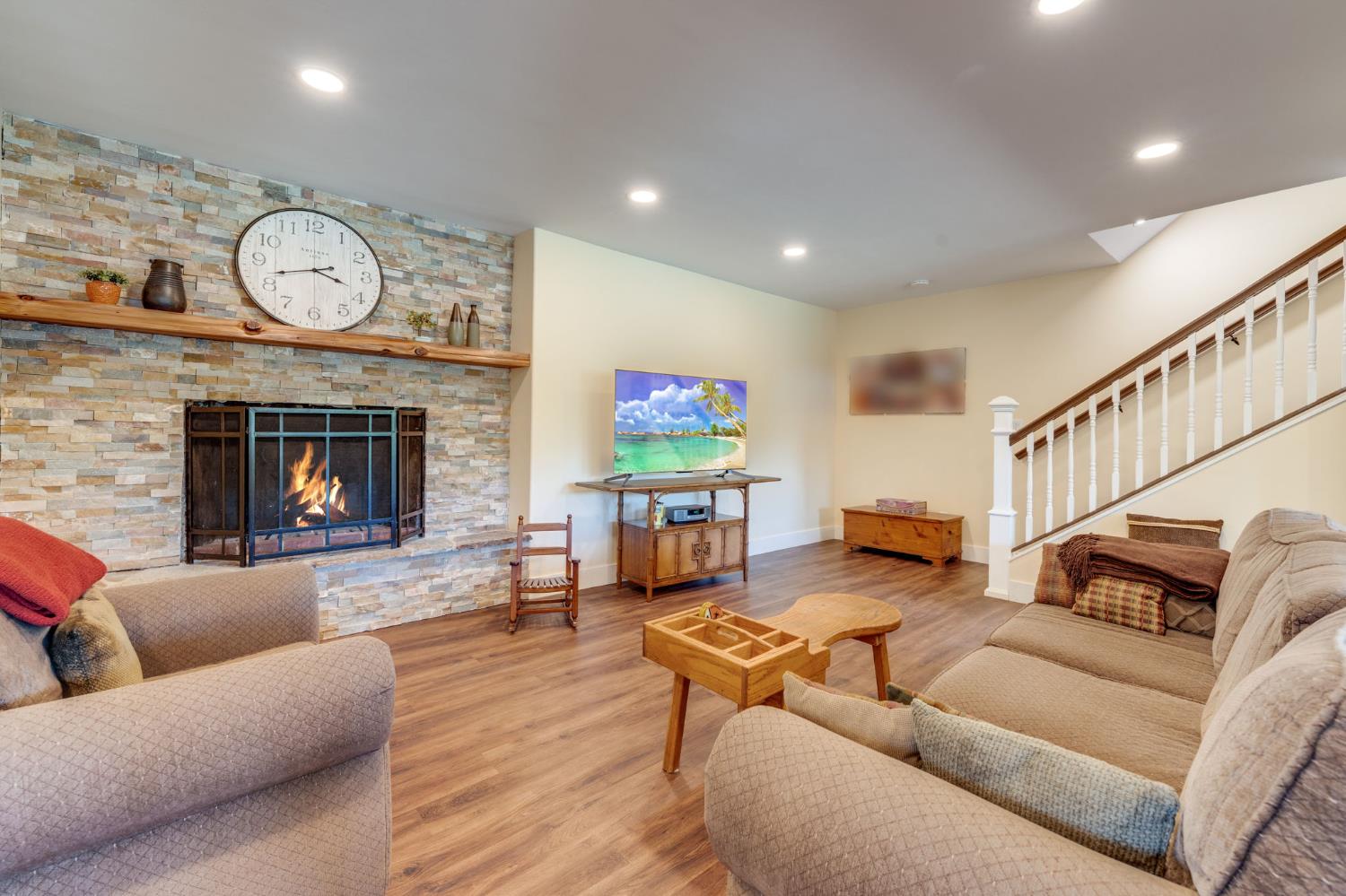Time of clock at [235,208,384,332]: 3:42
